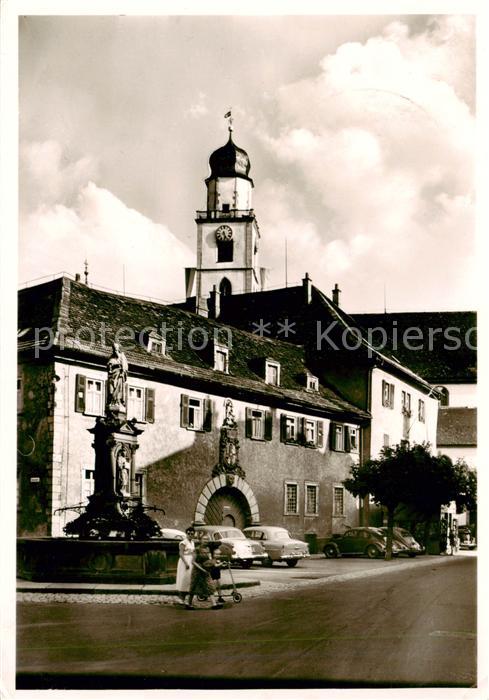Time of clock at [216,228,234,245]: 5:26
